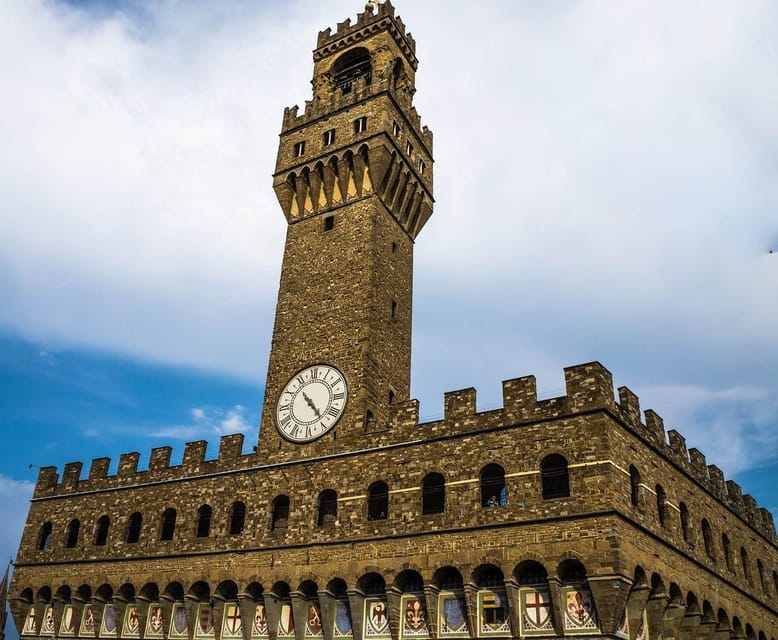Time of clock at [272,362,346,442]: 4:23
